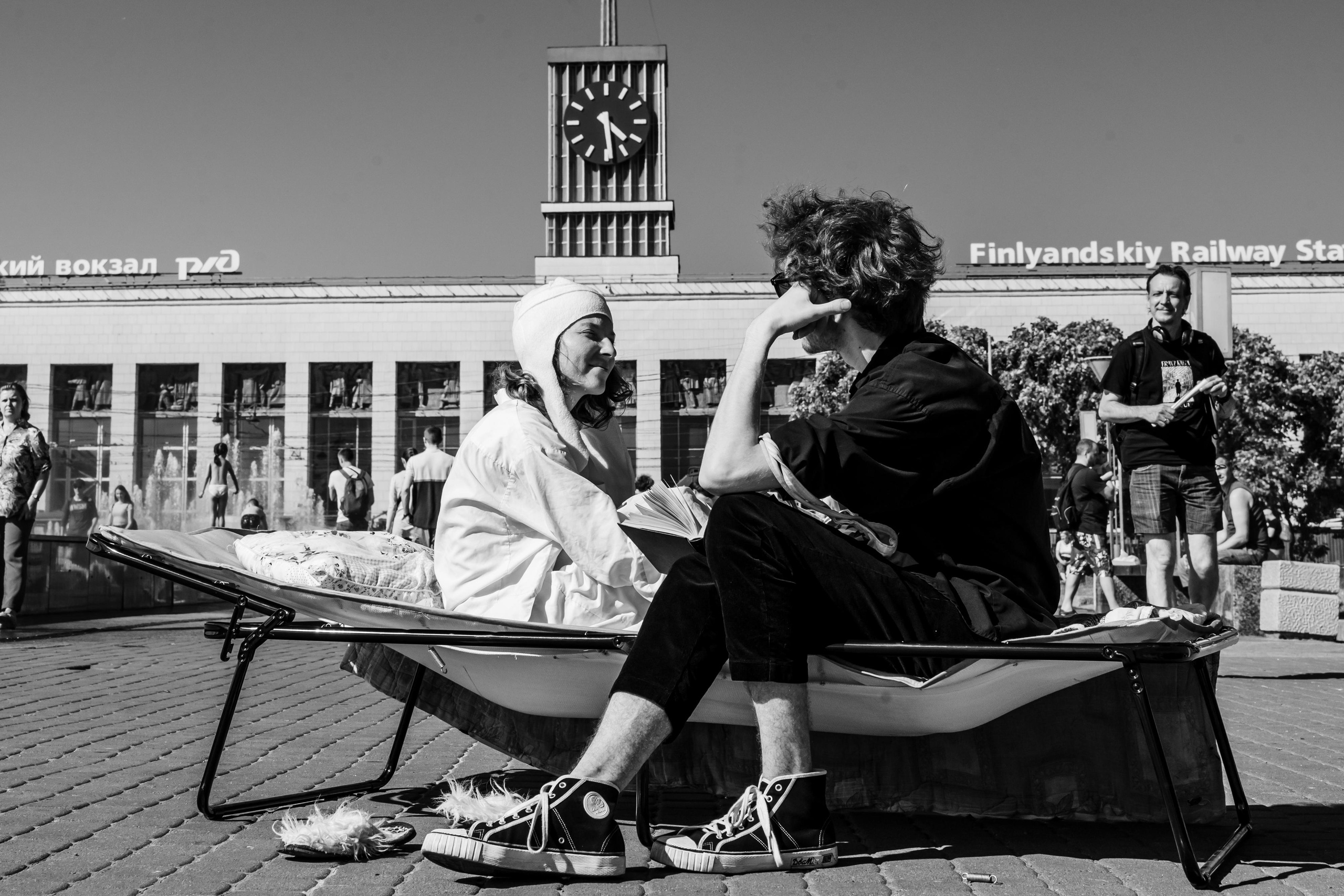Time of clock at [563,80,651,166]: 4:29
